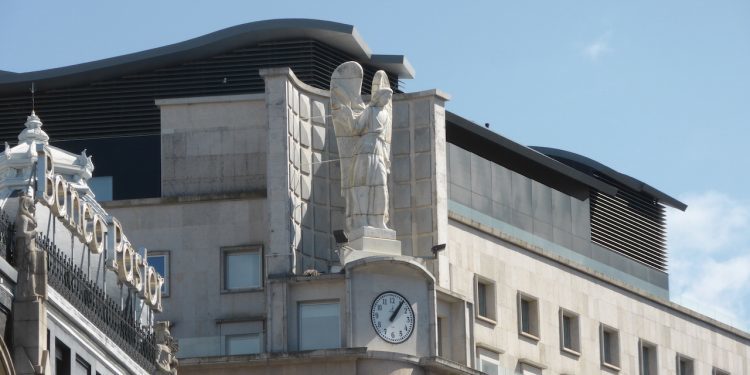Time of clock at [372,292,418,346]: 1:06
